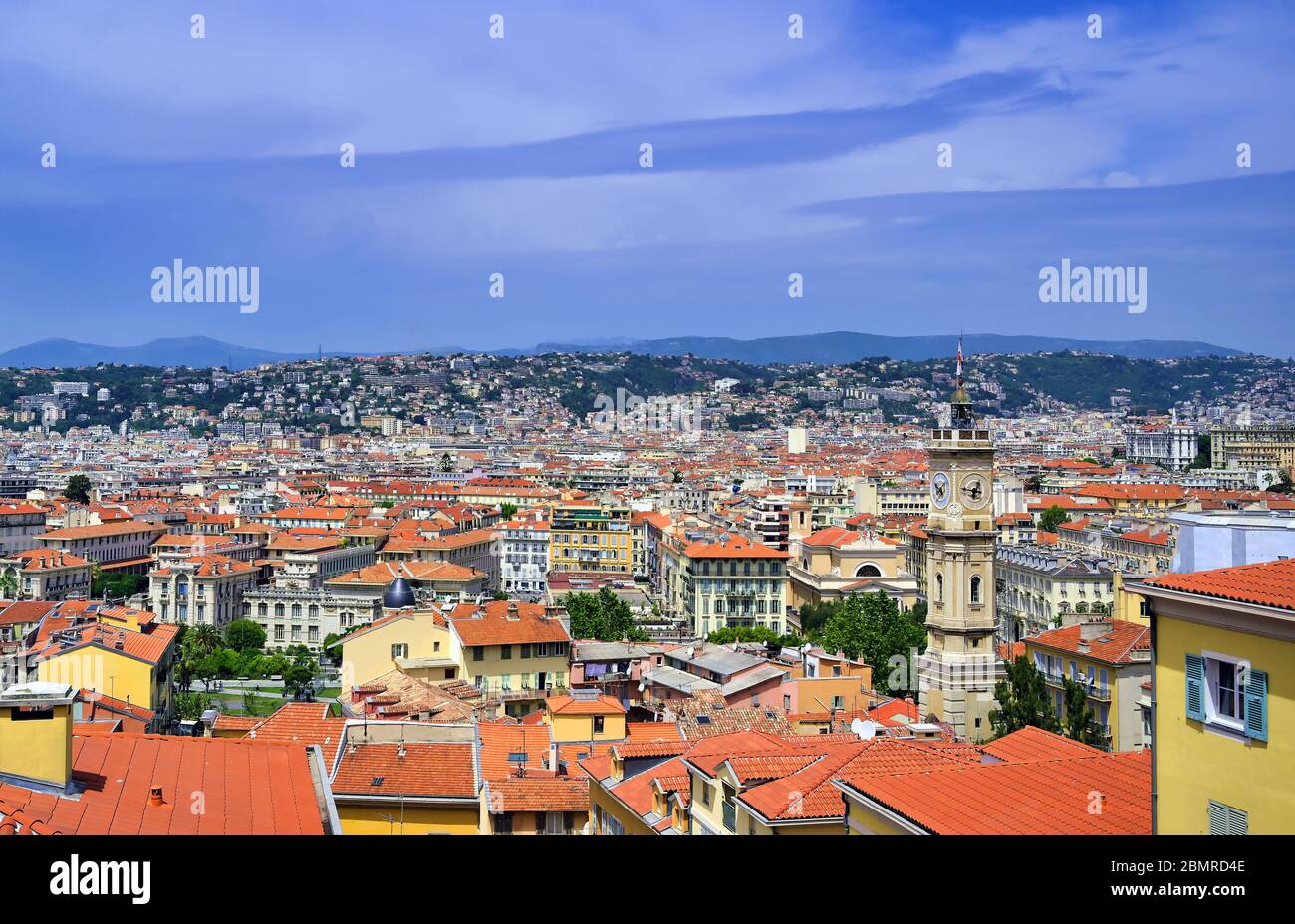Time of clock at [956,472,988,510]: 12:46
